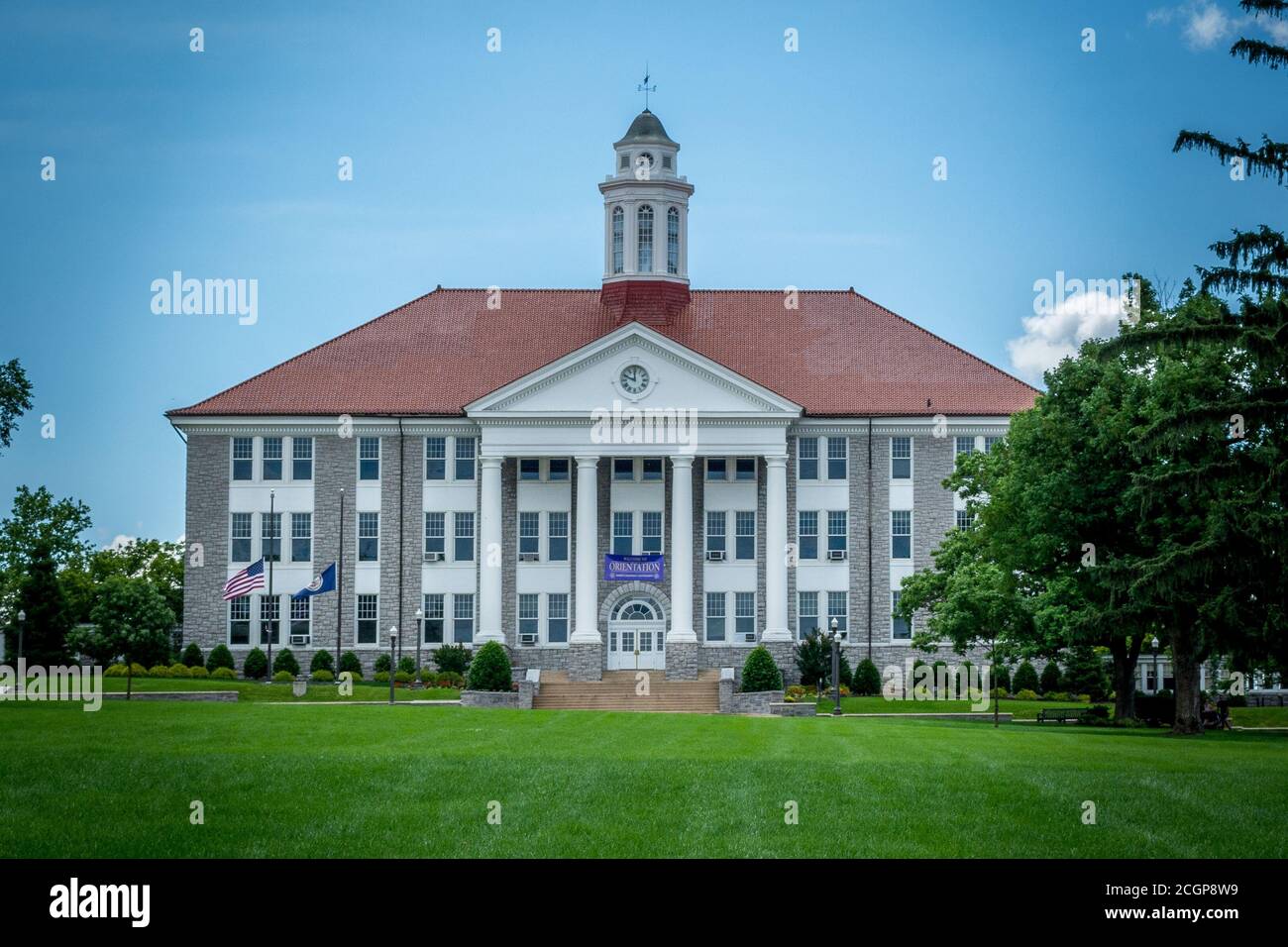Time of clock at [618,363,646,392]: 11:48
